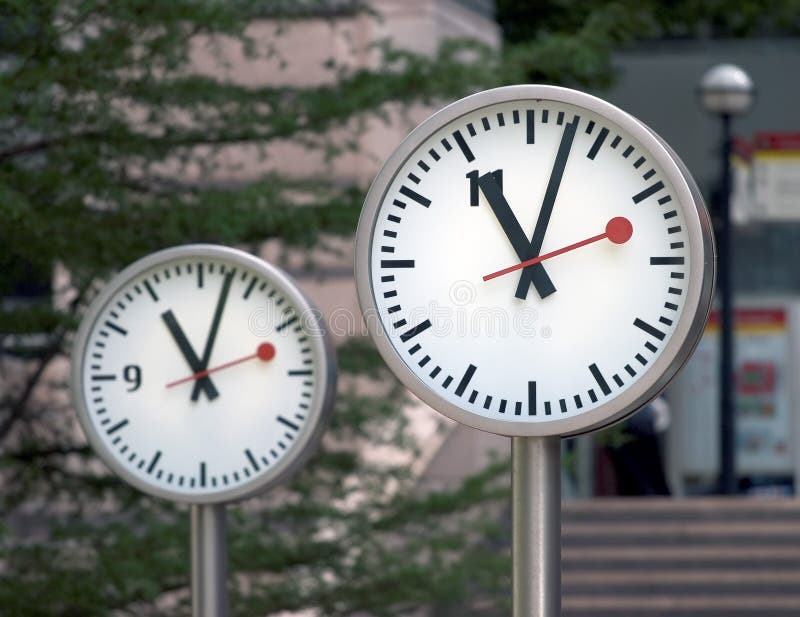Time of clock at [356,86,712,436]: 11:02
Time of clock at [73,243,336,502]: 11:02
